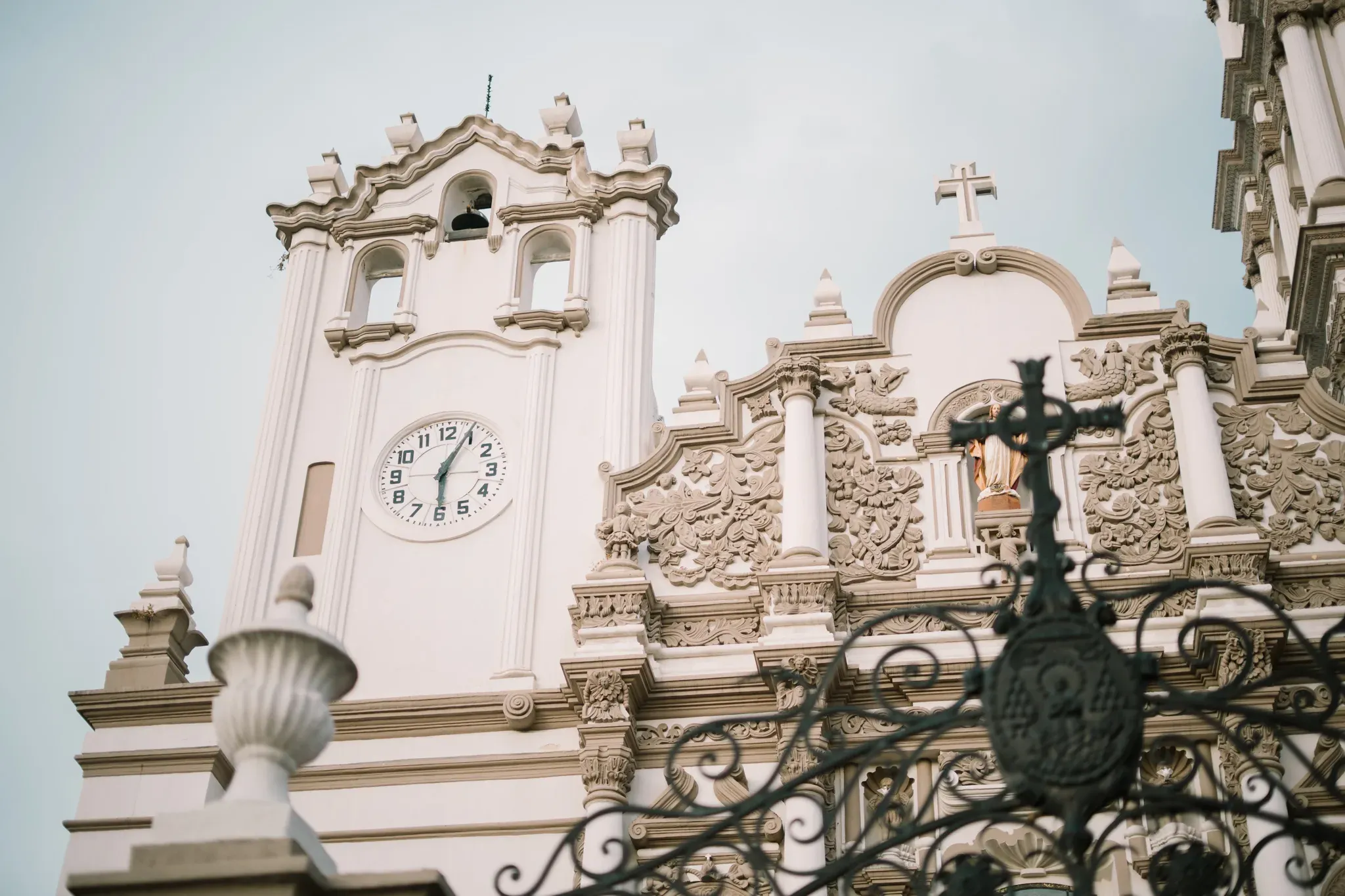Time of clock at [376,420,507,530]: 6:04
